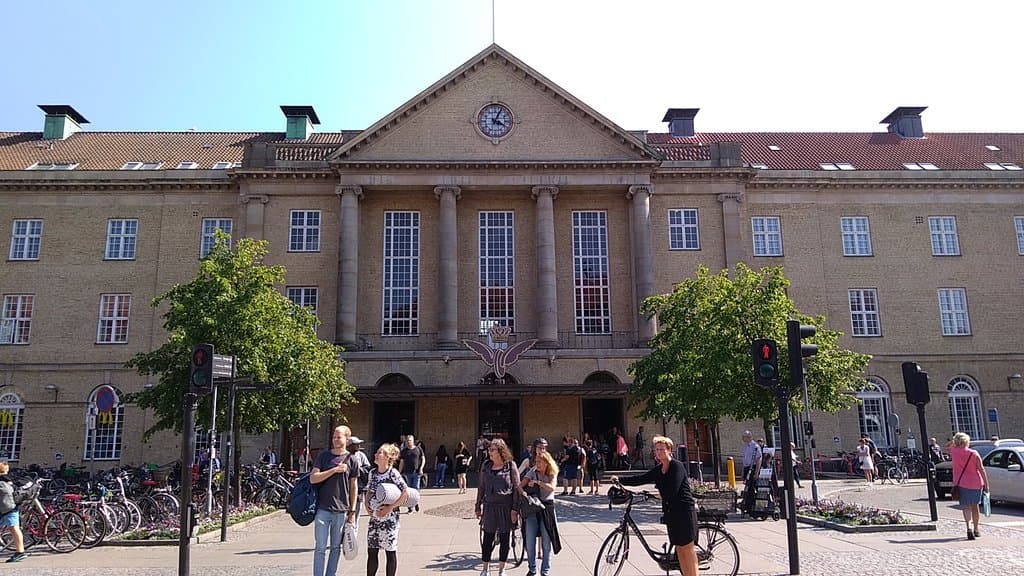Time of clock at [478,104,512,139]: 4:04
